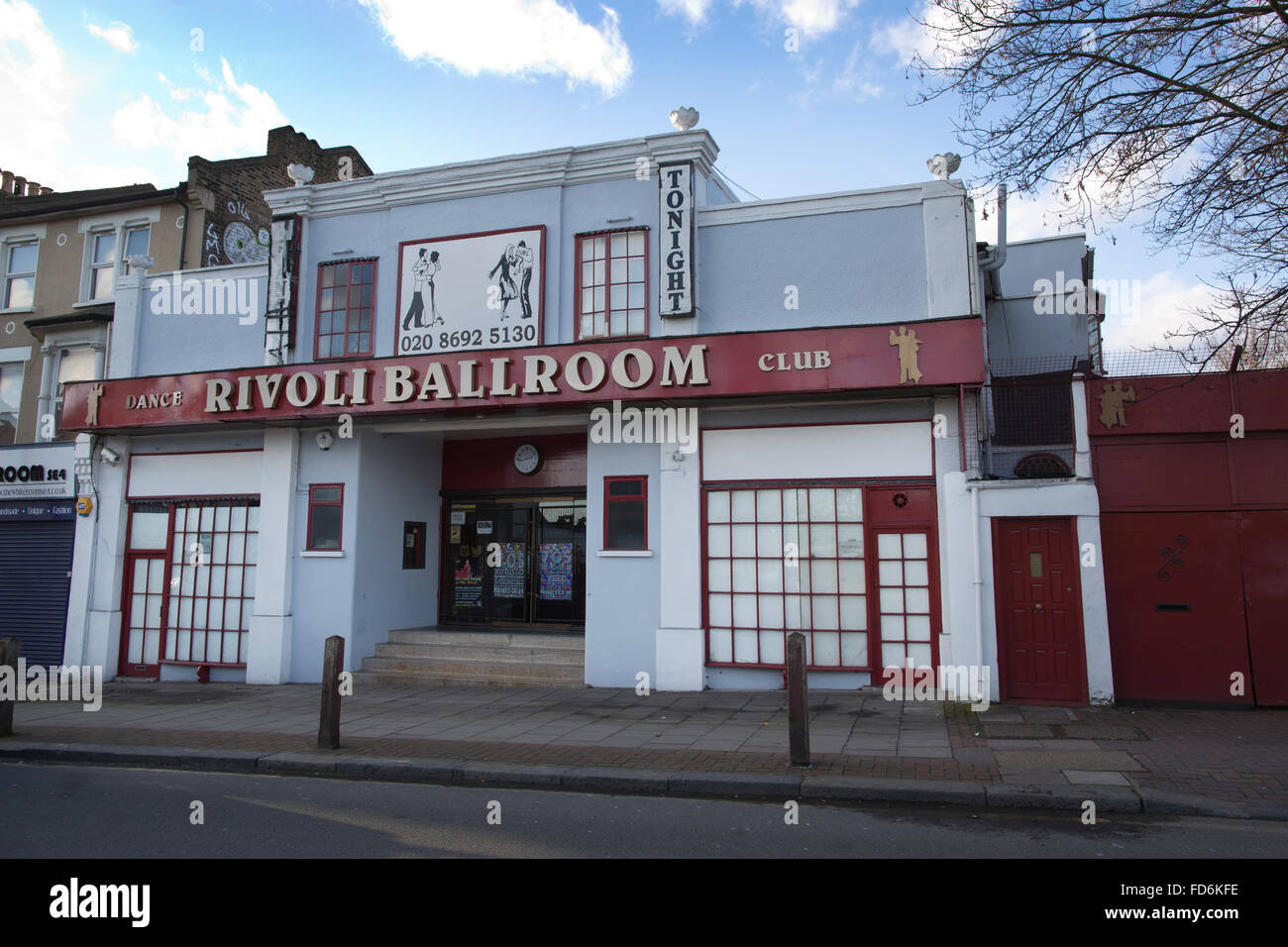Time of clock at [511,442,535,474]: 2:43
